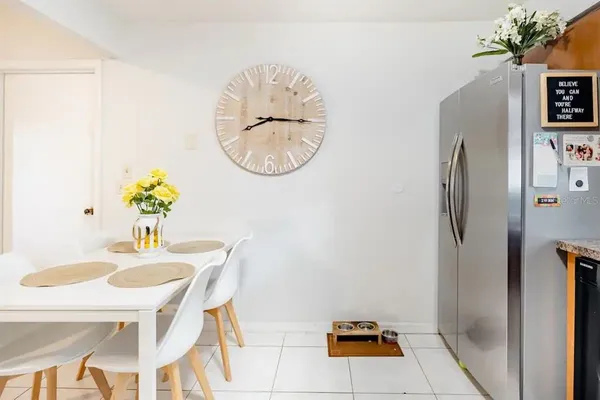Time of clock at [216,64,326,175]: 8:15
